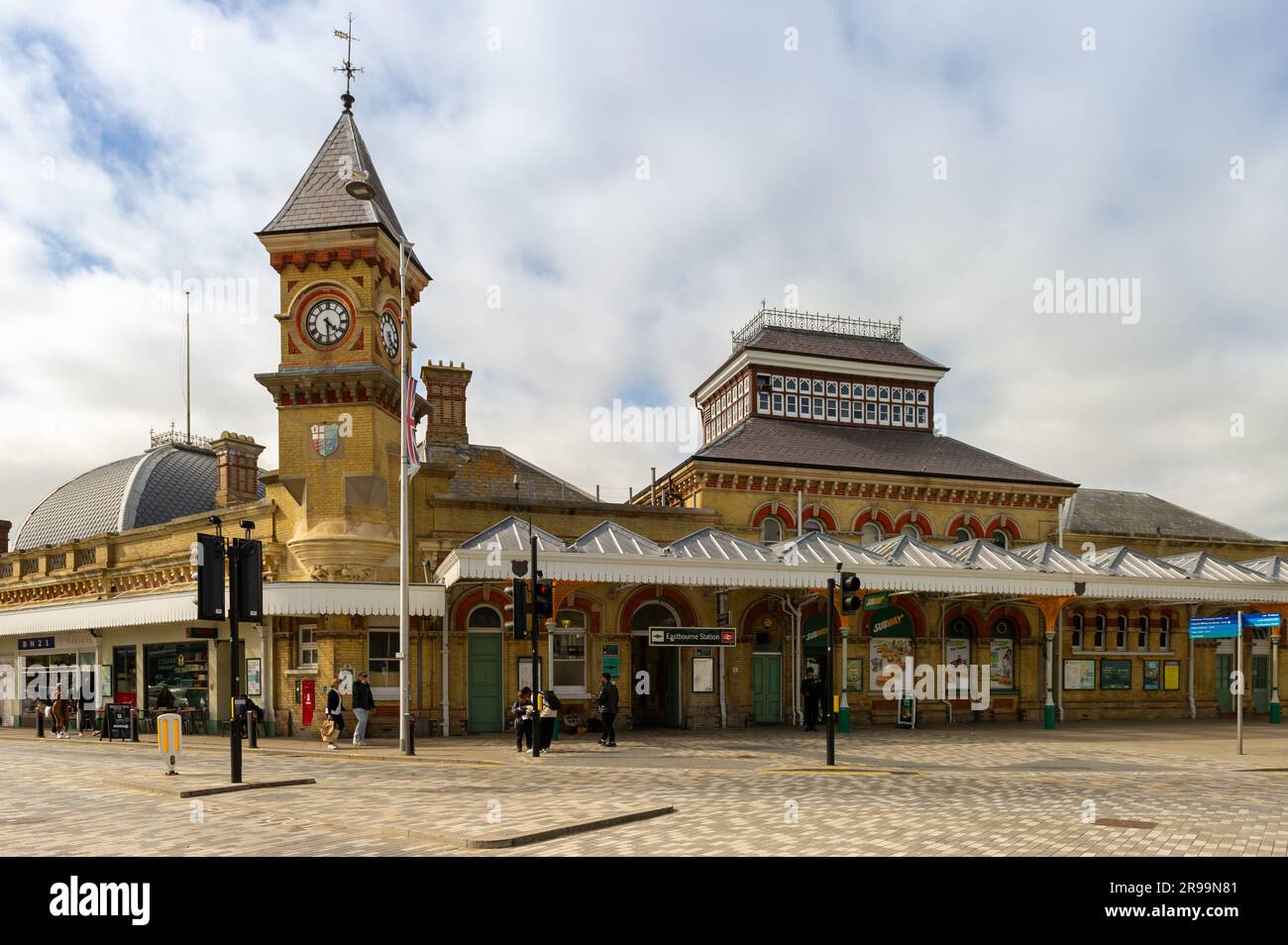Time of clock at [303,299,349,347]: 4:29
